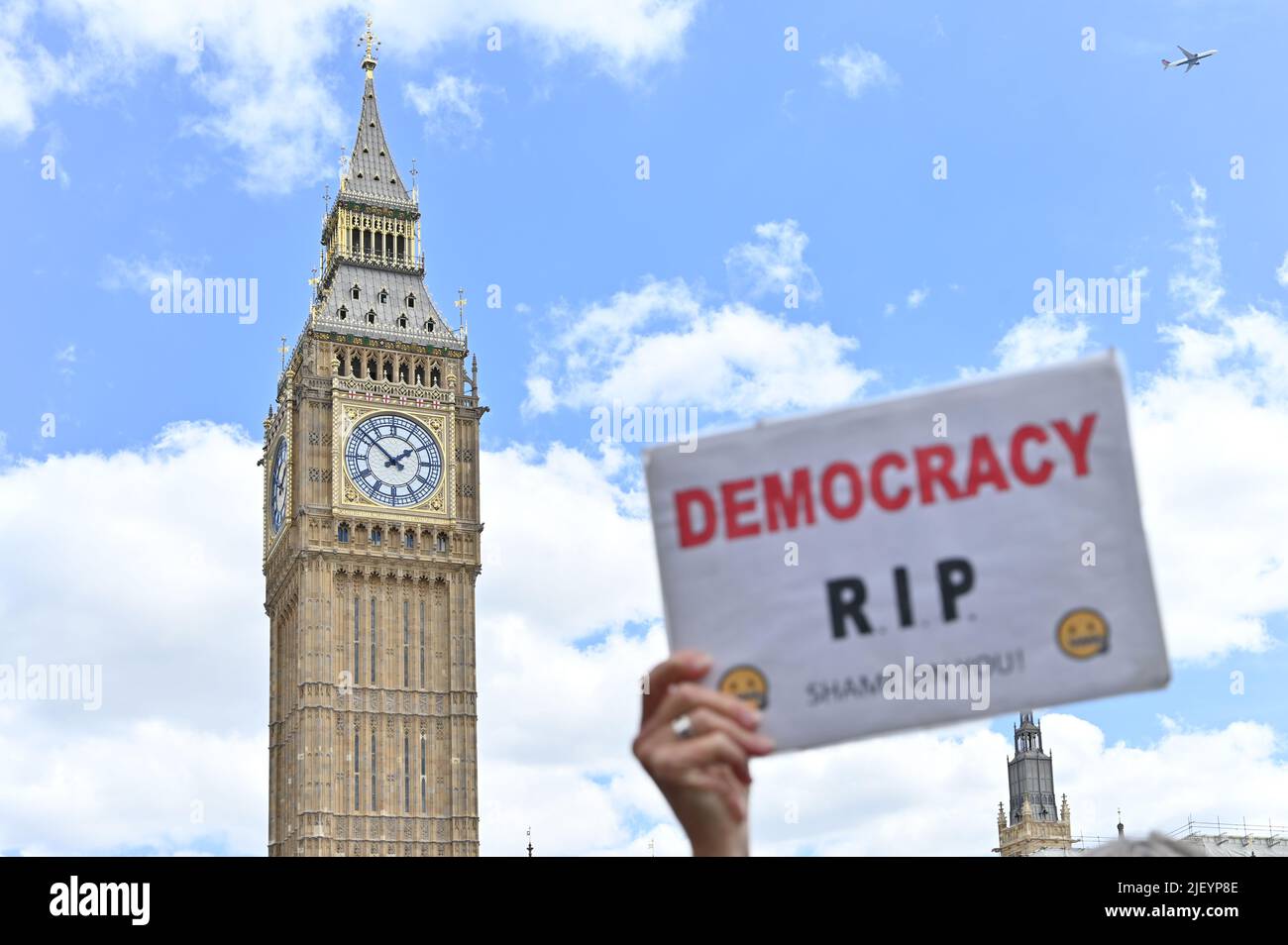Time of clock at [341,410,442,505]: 1:51
